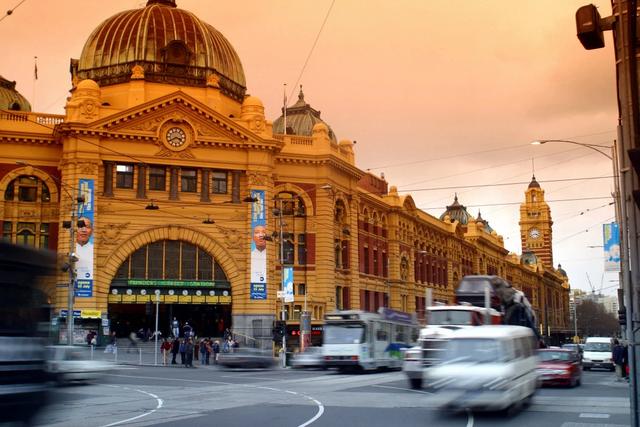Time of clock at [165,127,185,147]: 3:40
